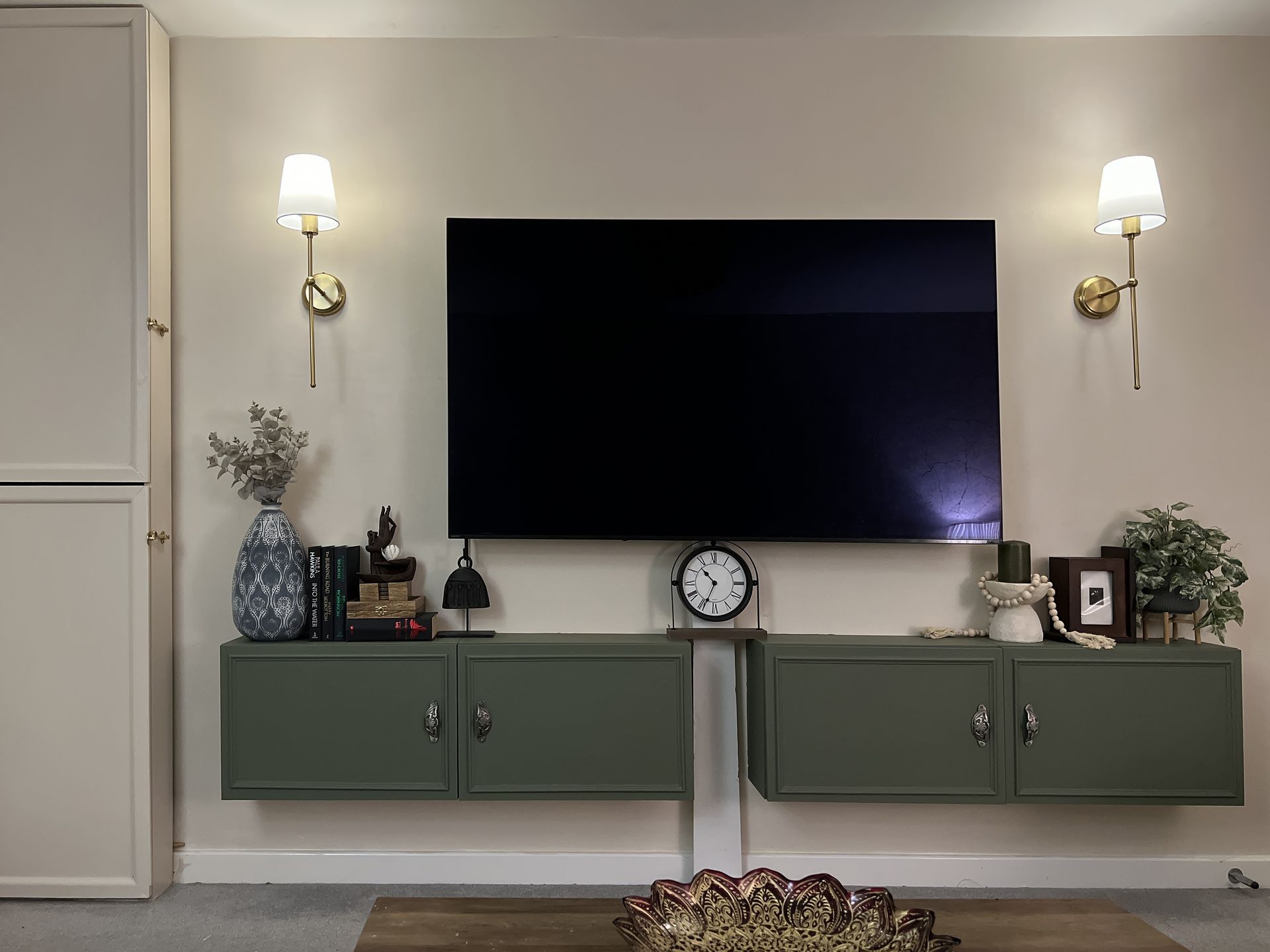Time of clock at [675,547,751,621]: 10:34
